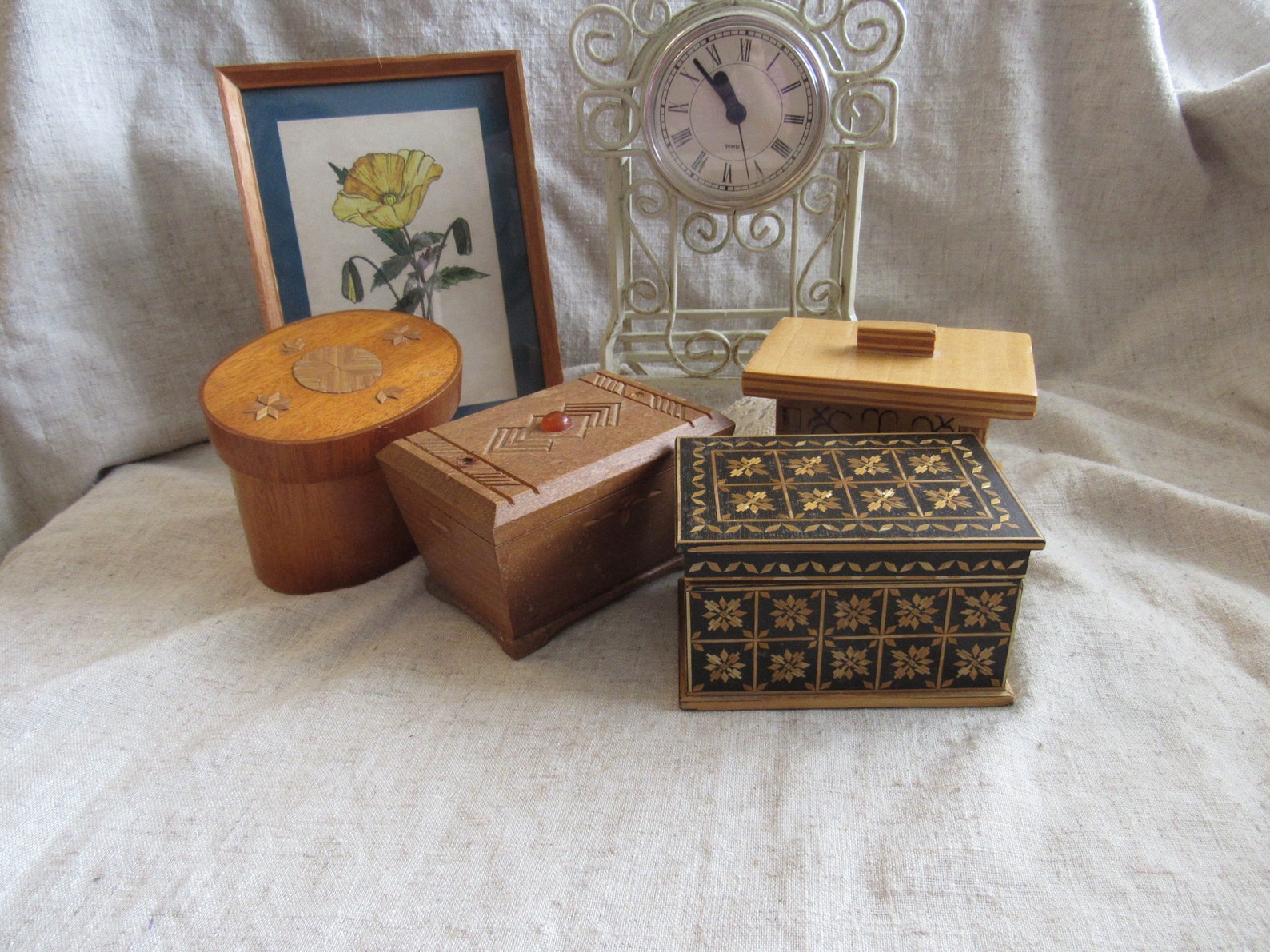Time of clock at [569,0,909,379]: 10:52
